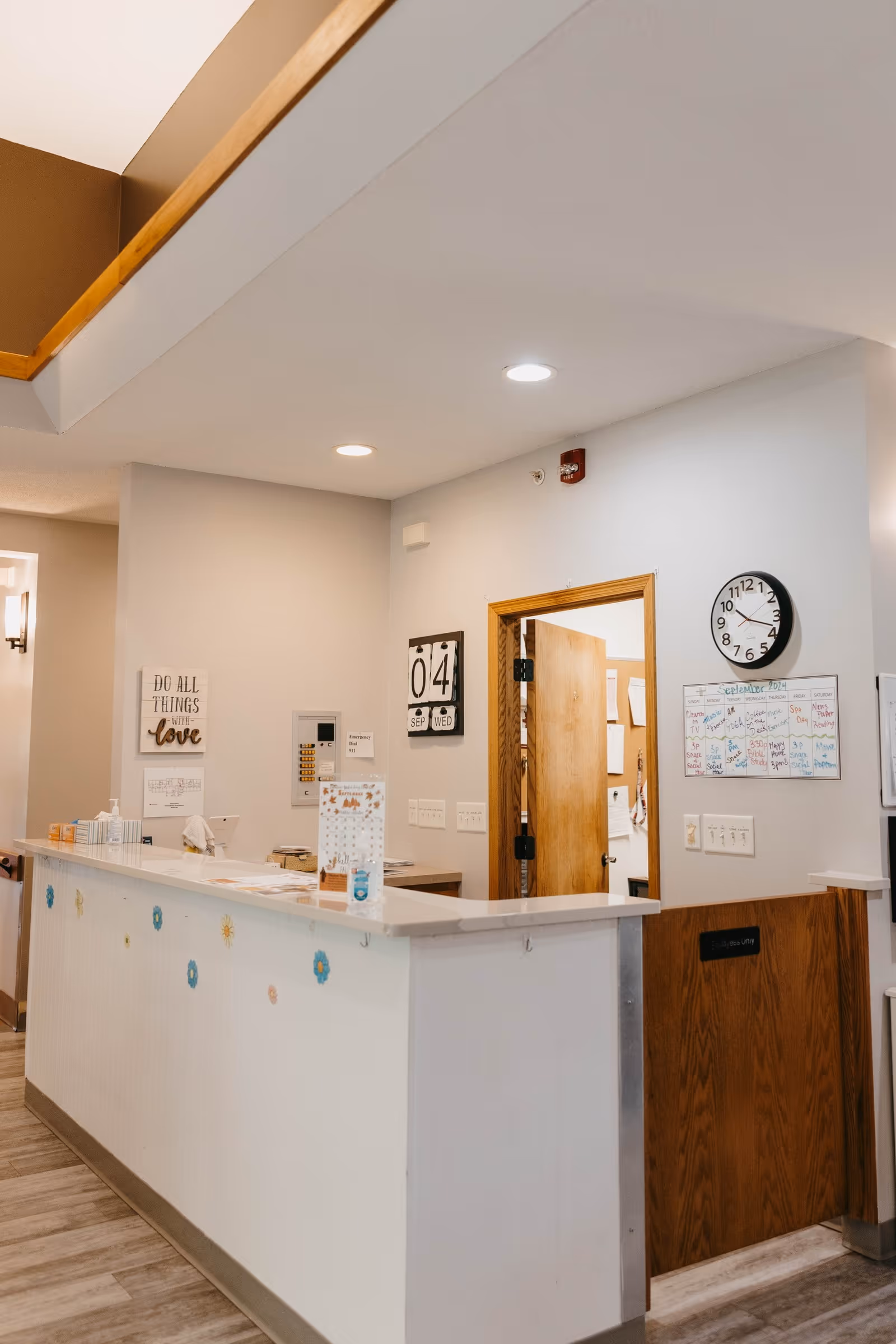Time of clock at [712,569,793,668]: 10:18
